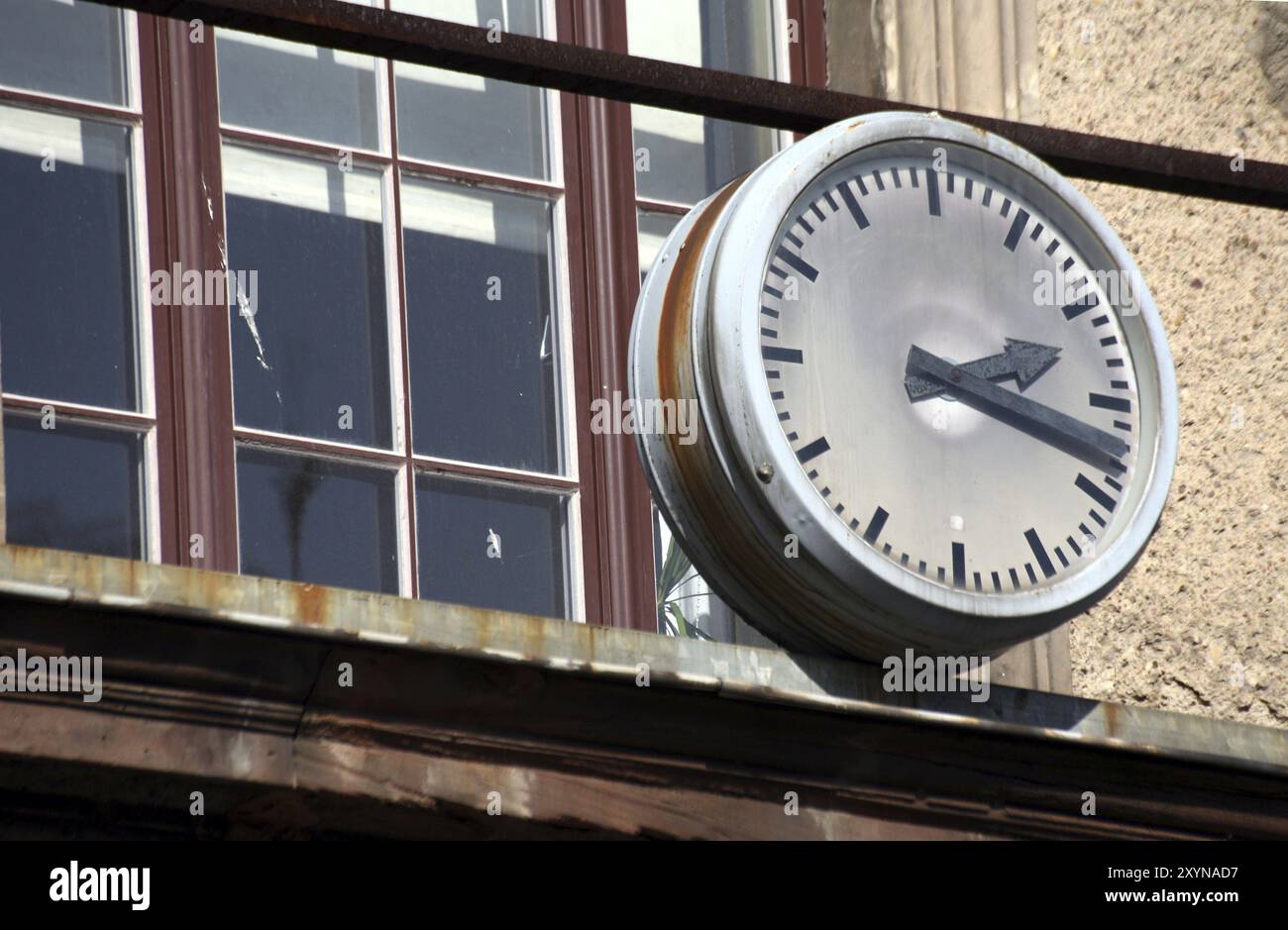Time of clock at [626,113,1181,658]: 2:18
